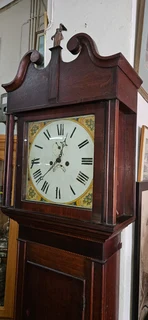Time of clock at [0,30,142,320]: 12:37
